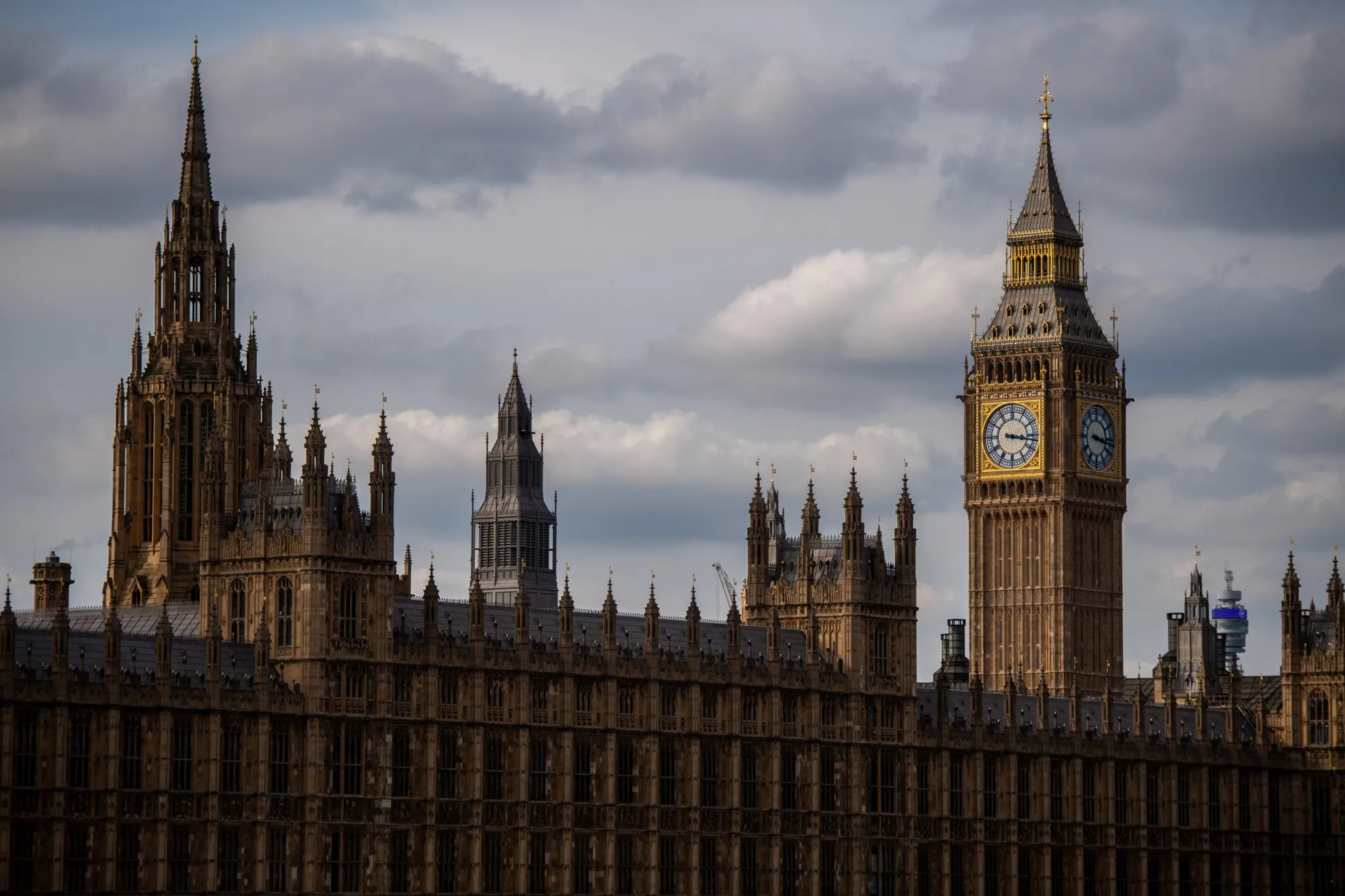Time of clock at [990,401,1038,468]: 3:16
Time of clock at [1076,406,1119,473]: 3:16
